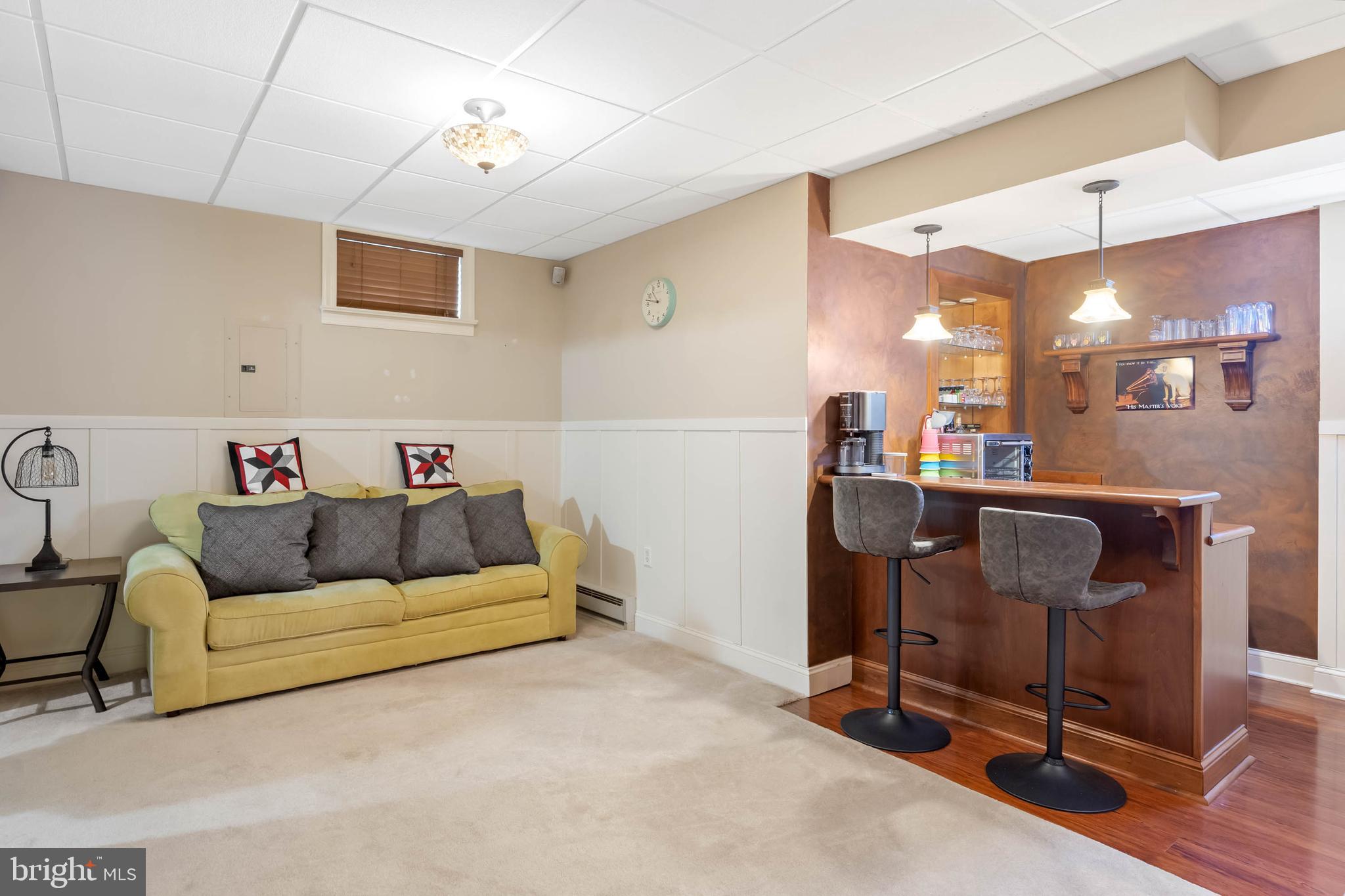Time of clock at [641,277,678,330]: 10:47
